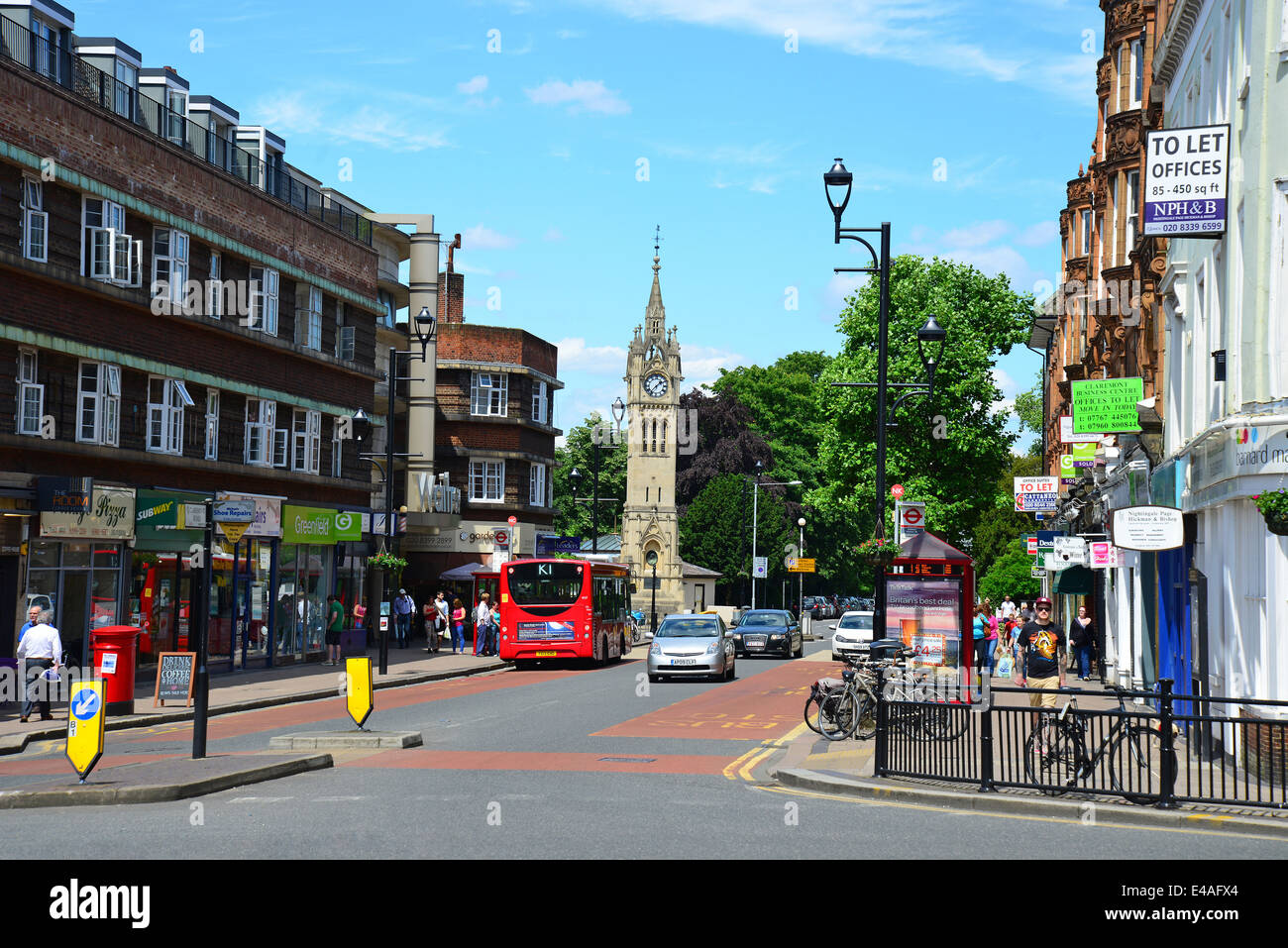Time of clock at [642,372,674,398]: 1:37
